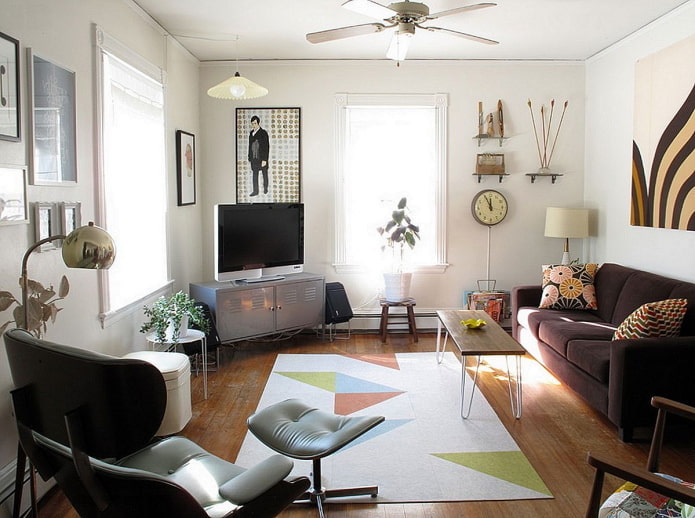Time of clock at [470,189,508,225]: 11:55
